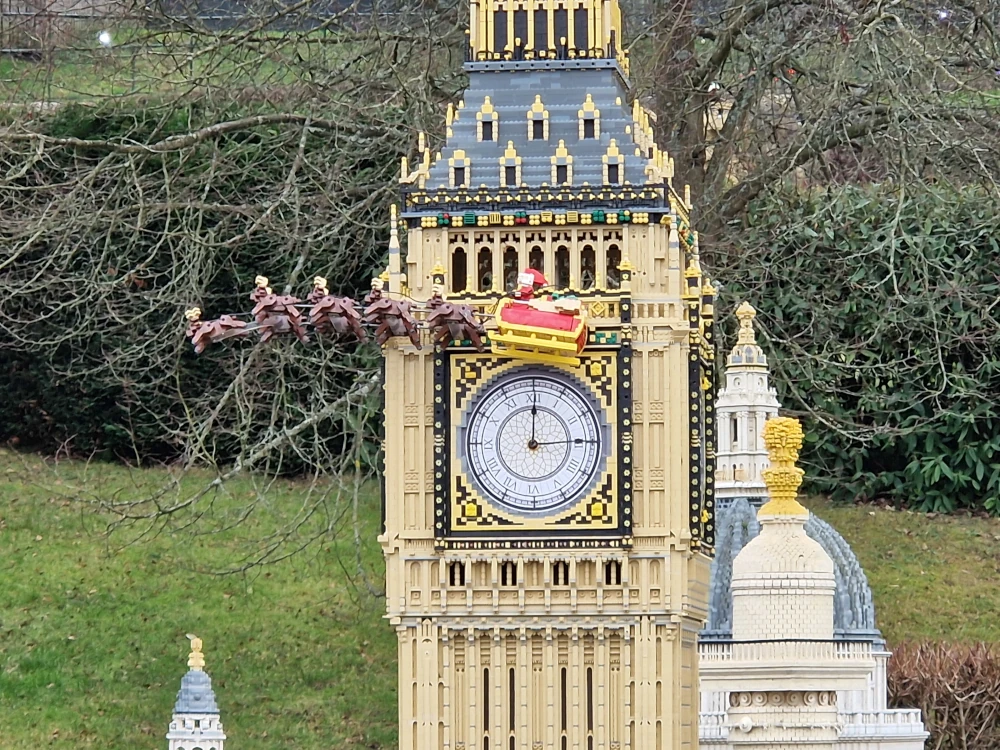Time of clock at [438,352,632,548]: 3:00
